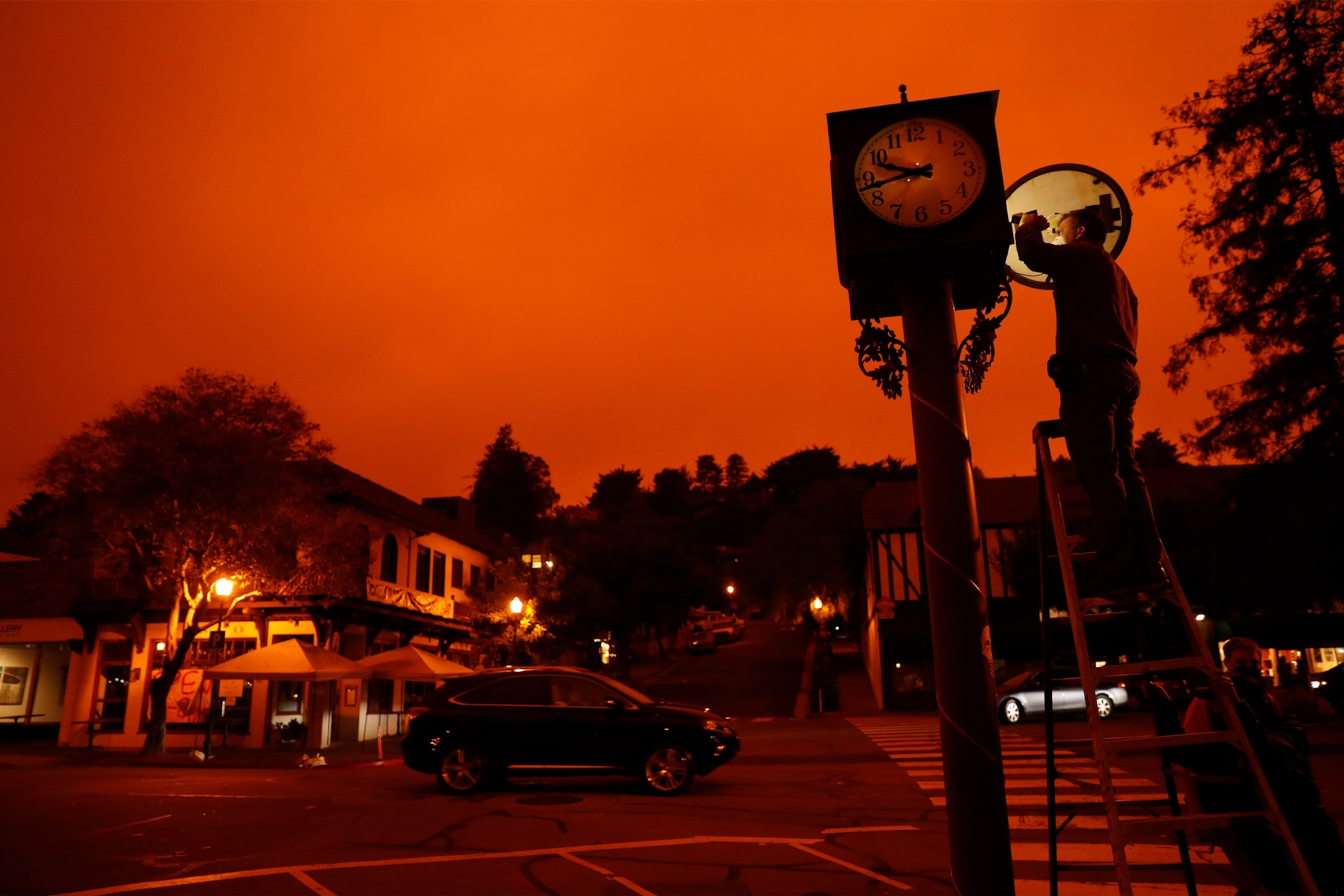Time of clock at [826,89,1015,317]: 9:42
